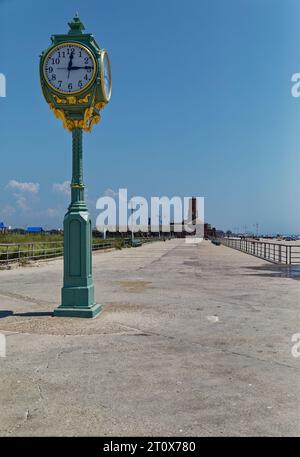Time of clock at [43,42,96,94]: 12:14
